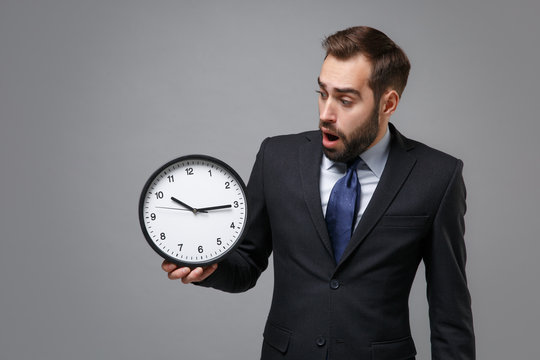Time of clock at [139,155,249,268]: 10:15
